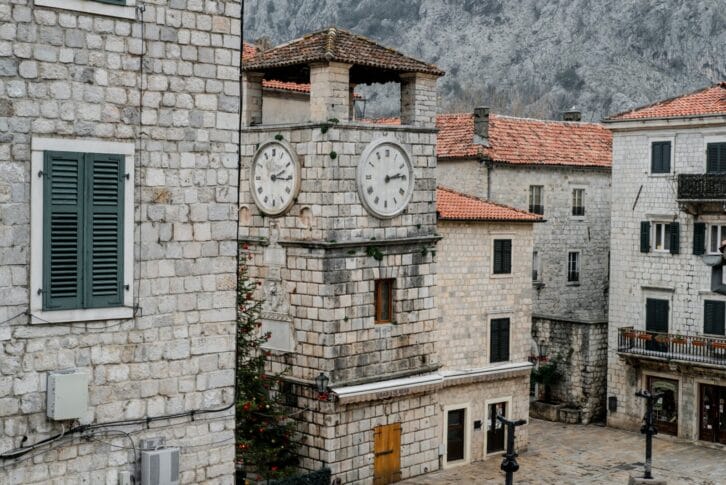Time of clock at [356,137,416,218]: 2:13
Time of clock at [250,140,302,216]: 2:15
